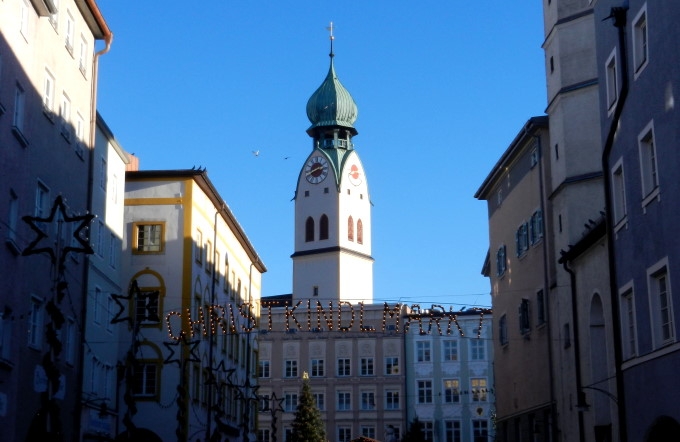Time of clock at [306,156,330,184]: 2:40
